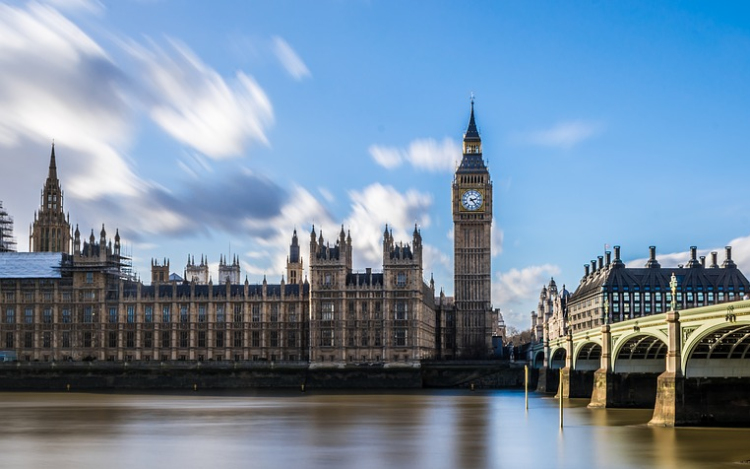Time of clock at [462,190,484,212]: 2:23
